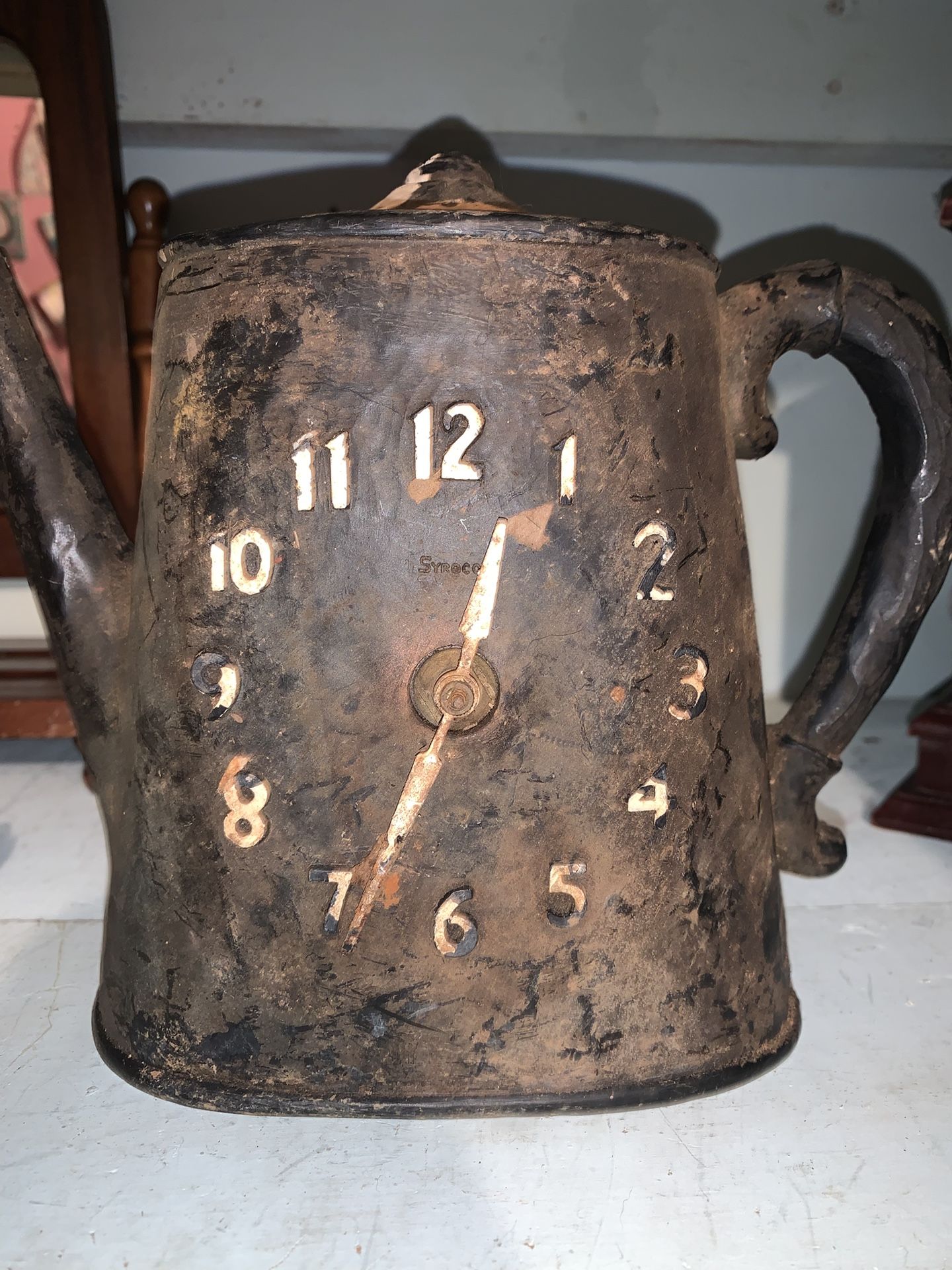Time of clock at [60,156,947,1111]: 12:34
